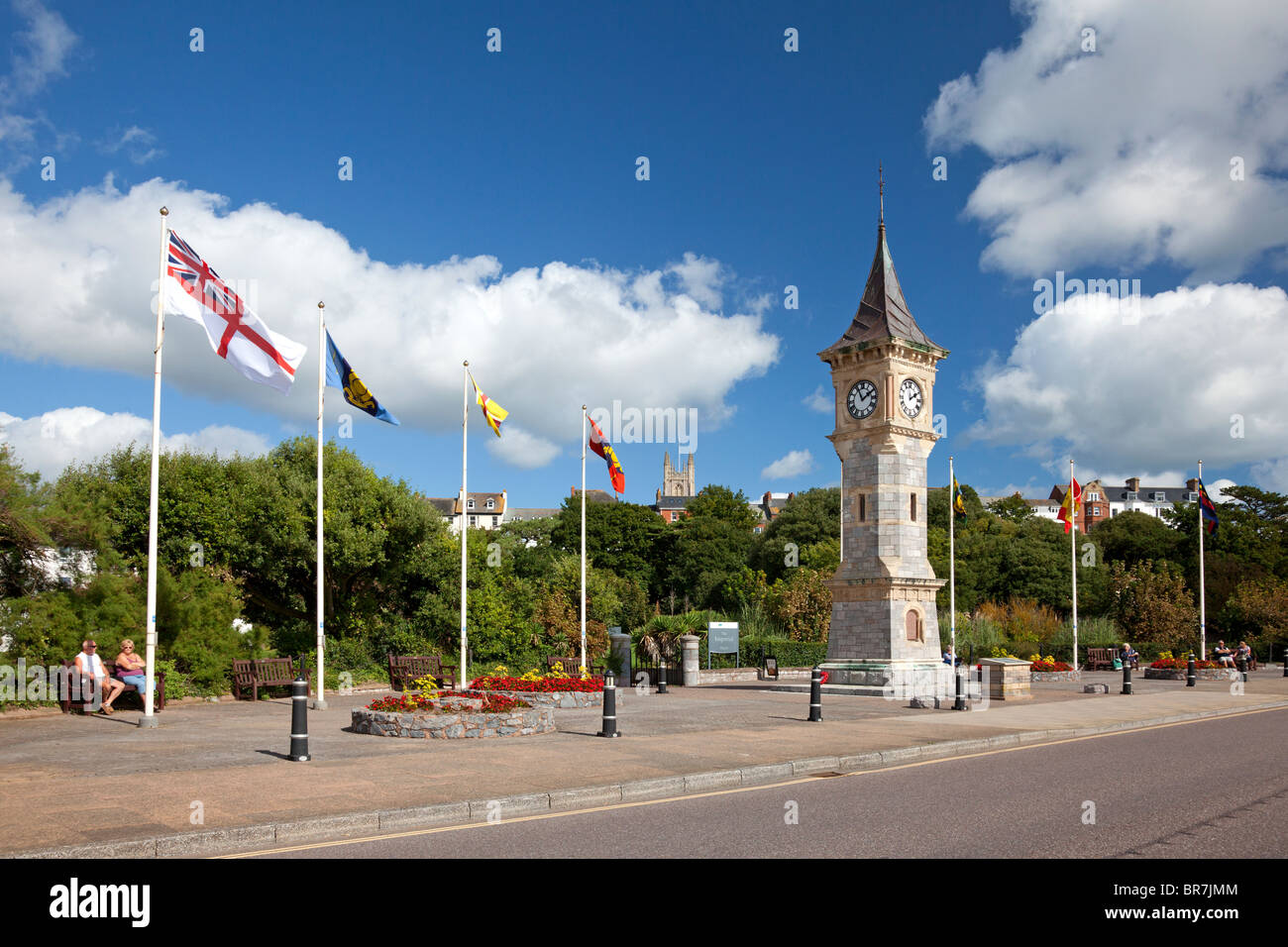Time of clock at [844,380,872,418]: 1:56
